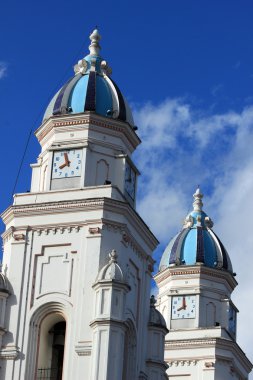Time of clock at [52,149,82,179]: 7:57
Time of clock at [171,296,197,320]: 7:59
